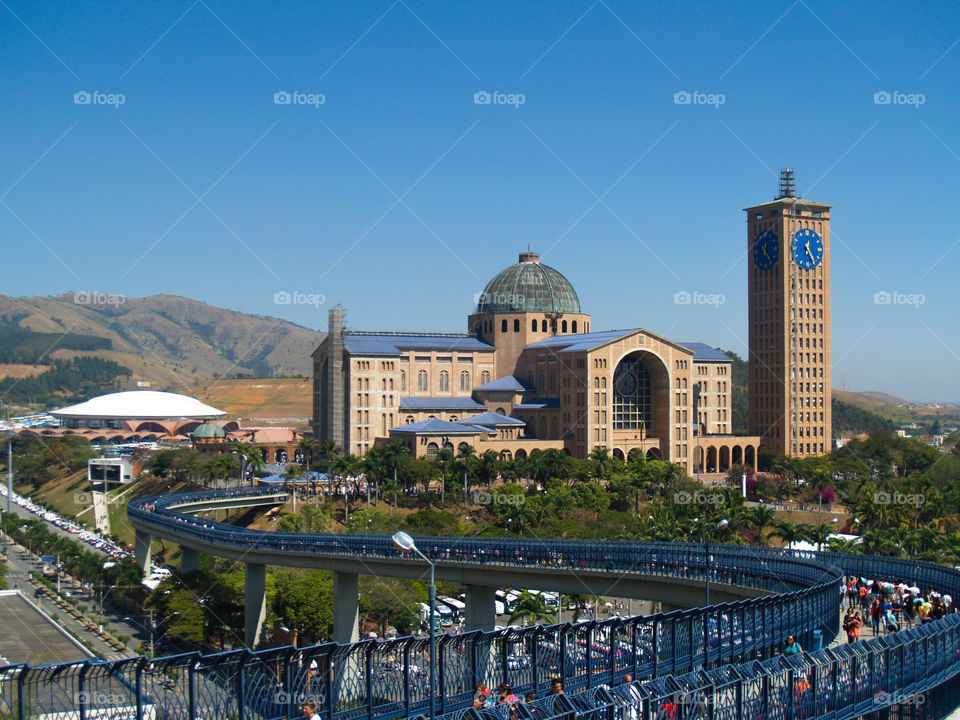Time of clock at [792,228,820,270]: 12:24
